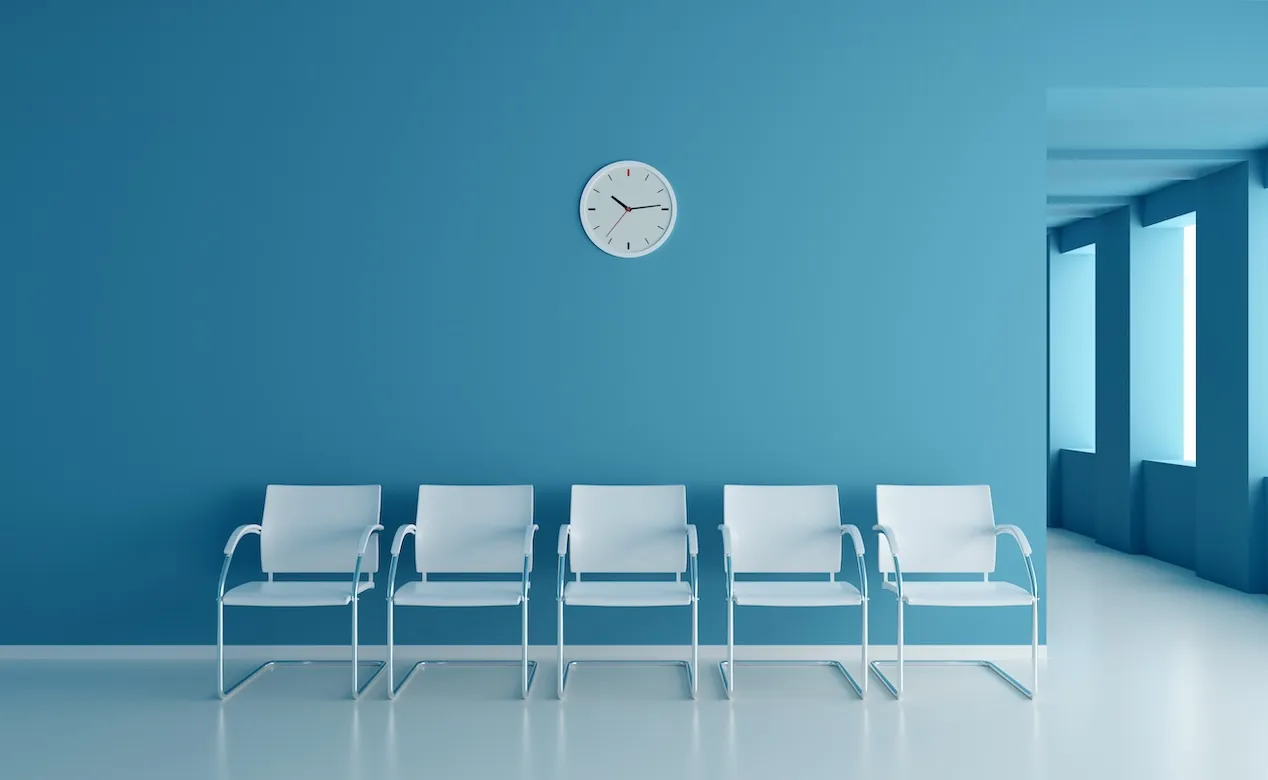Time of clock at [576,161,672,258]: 10:13
